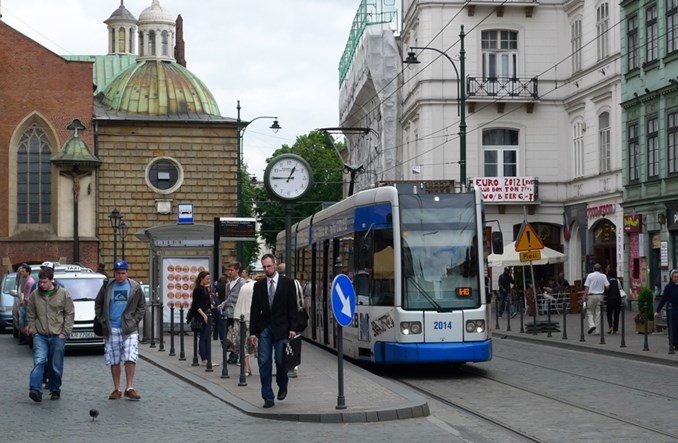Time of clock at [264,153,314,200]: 12:45
